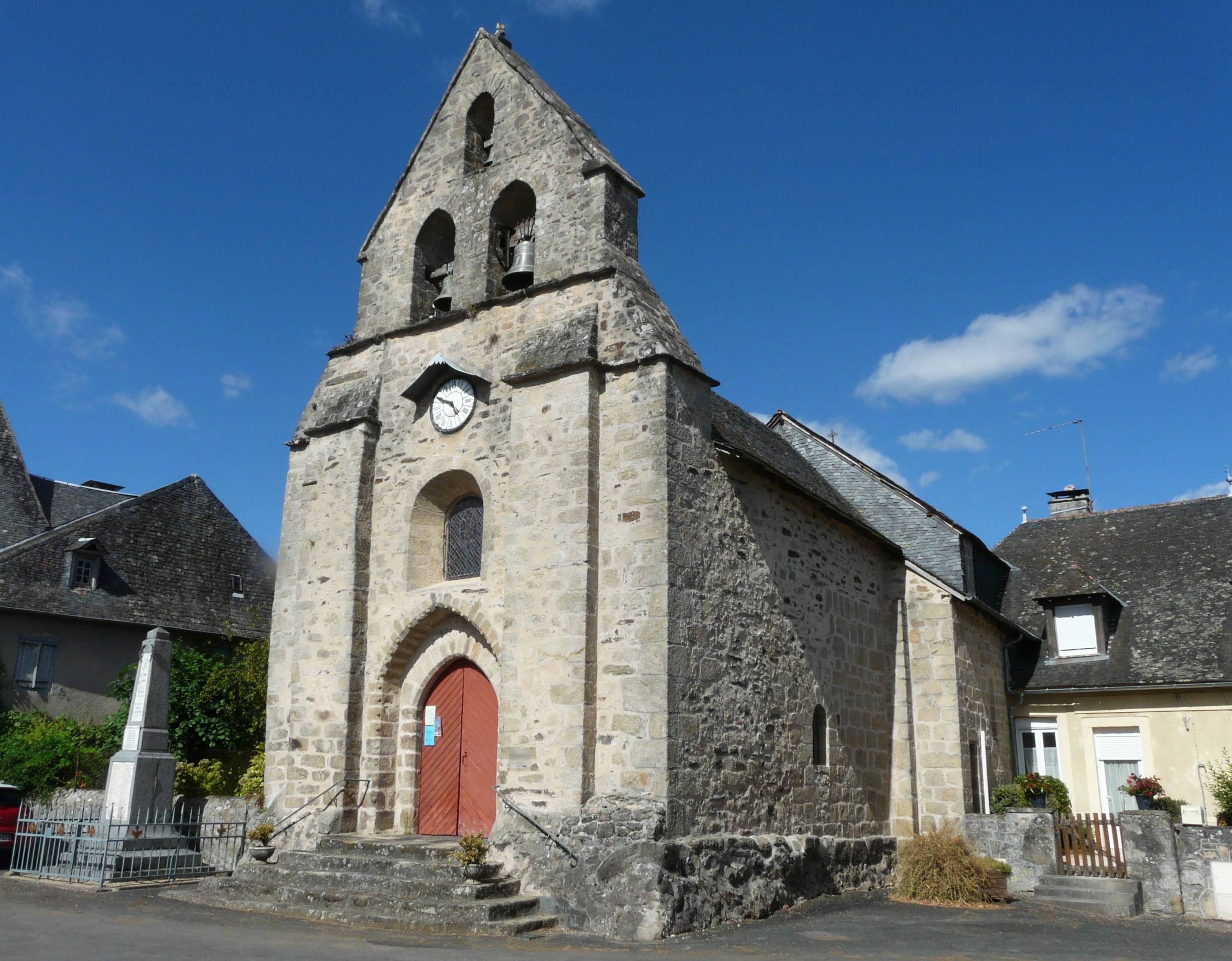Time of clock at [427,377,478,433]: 4:49
